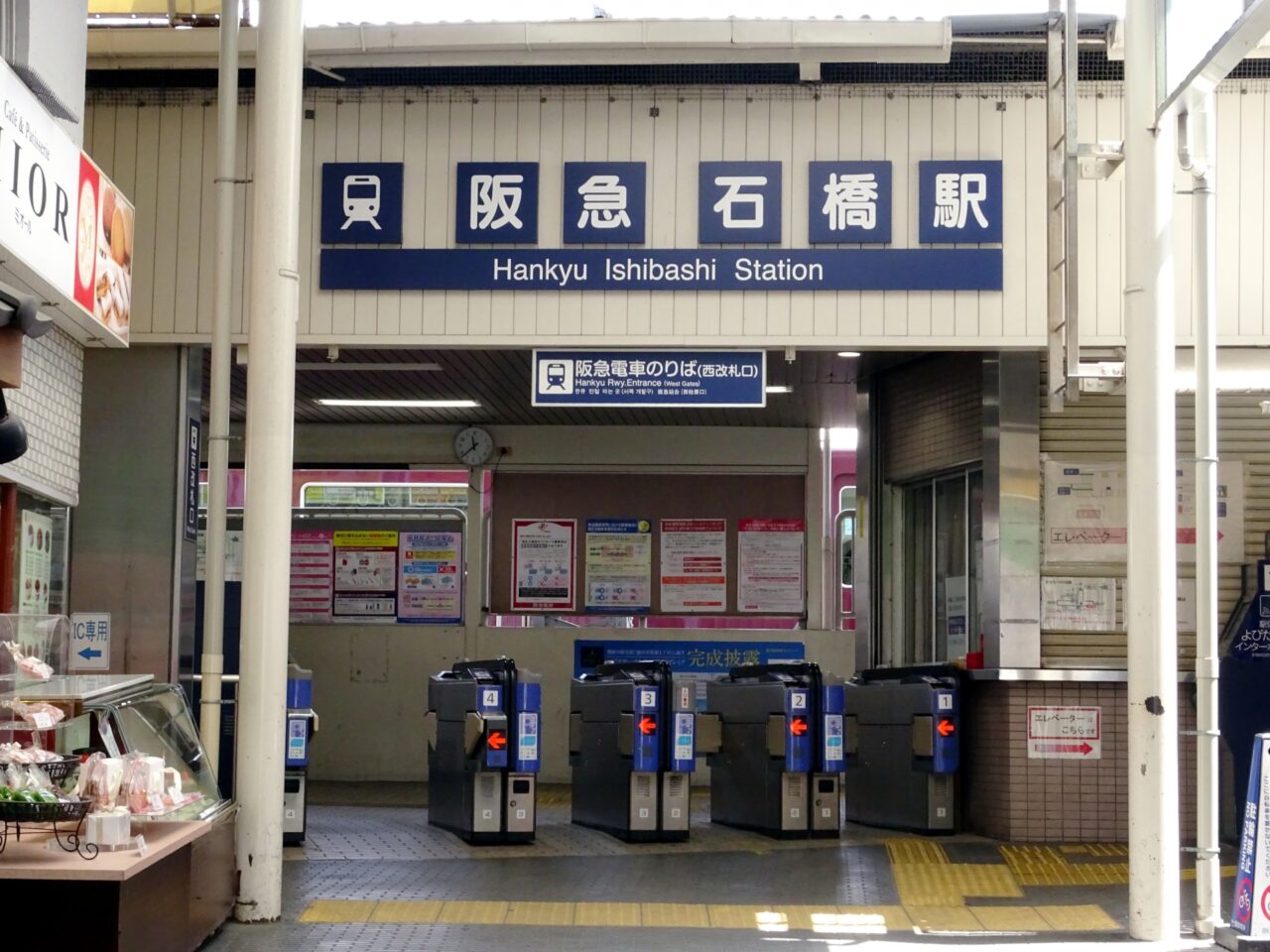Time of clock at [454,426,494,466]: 11:37
